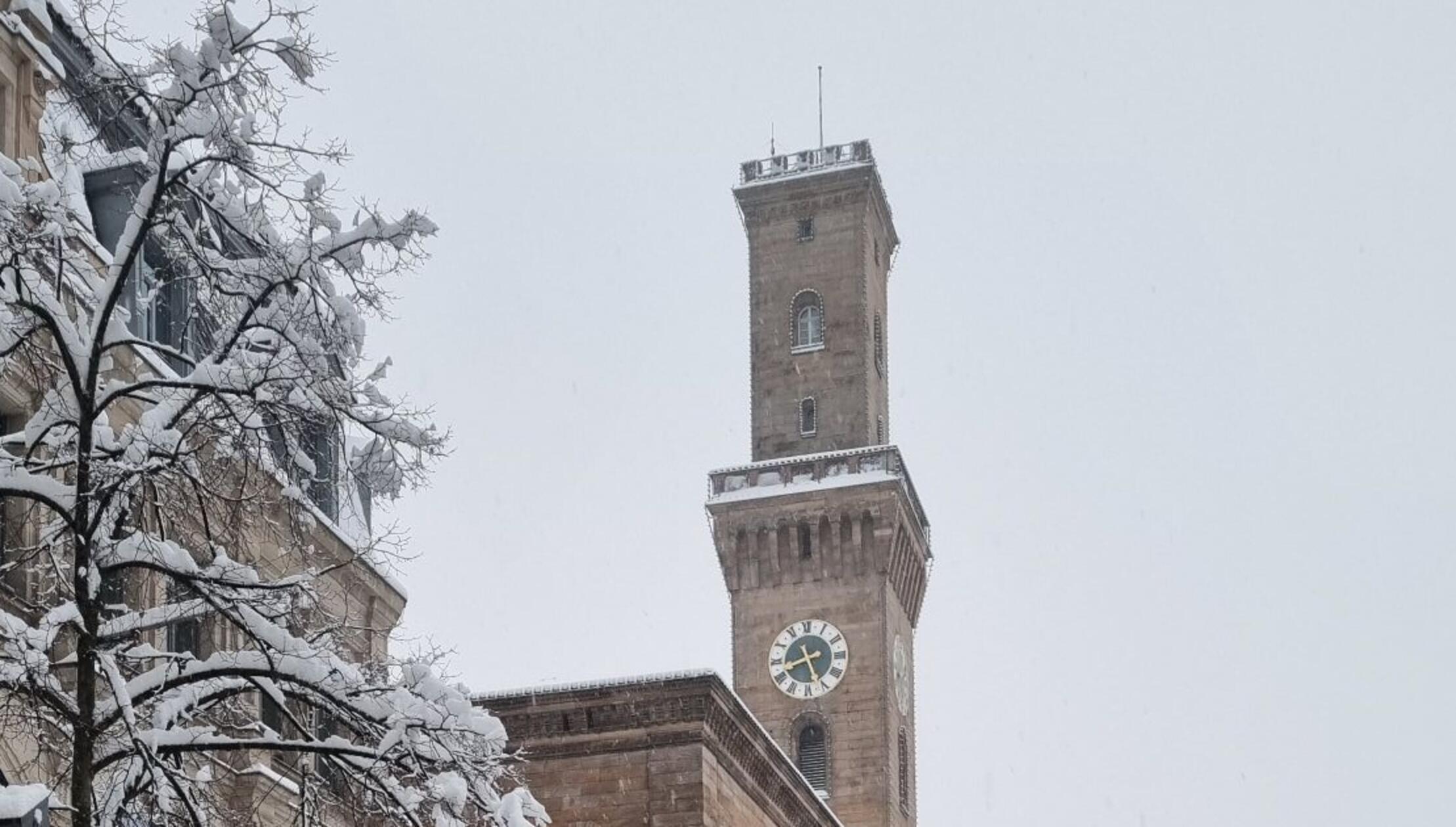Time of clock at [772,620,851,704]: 8:26
